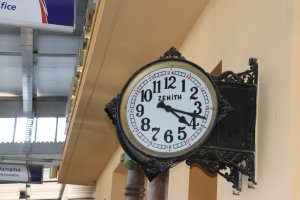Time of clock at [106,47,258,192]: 4:17
